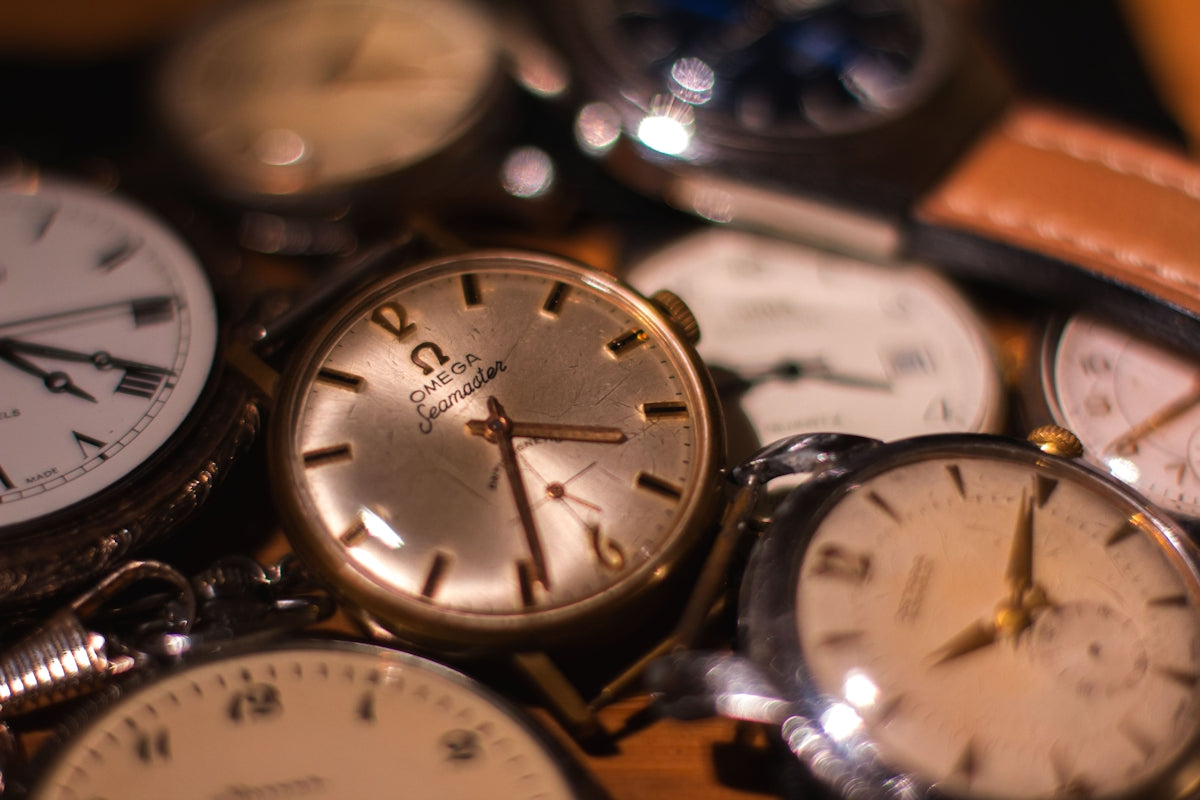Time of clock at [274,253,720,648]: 3:28
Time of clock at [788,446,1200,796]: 7:59
